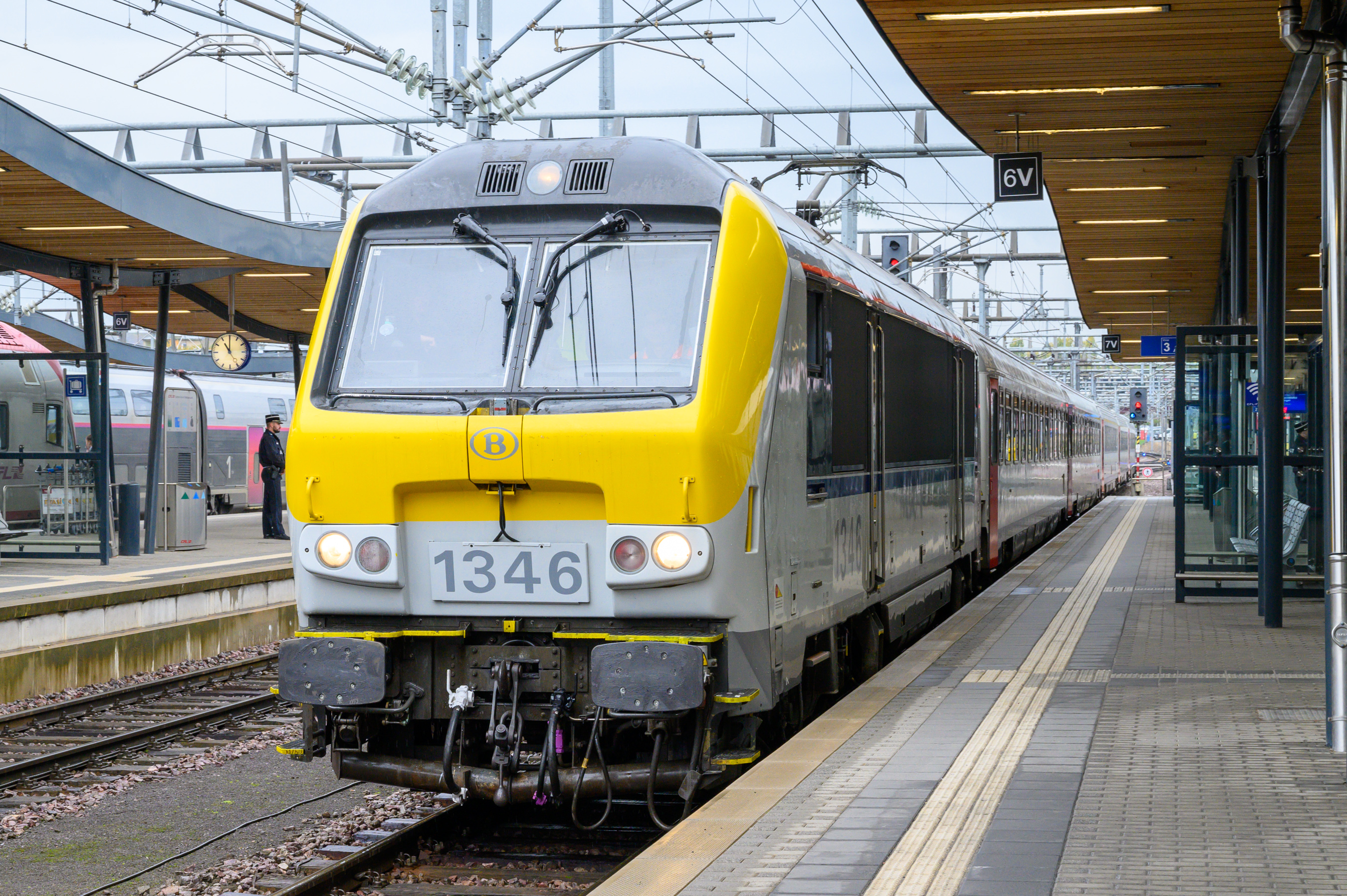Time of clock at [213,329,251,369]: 11:00
